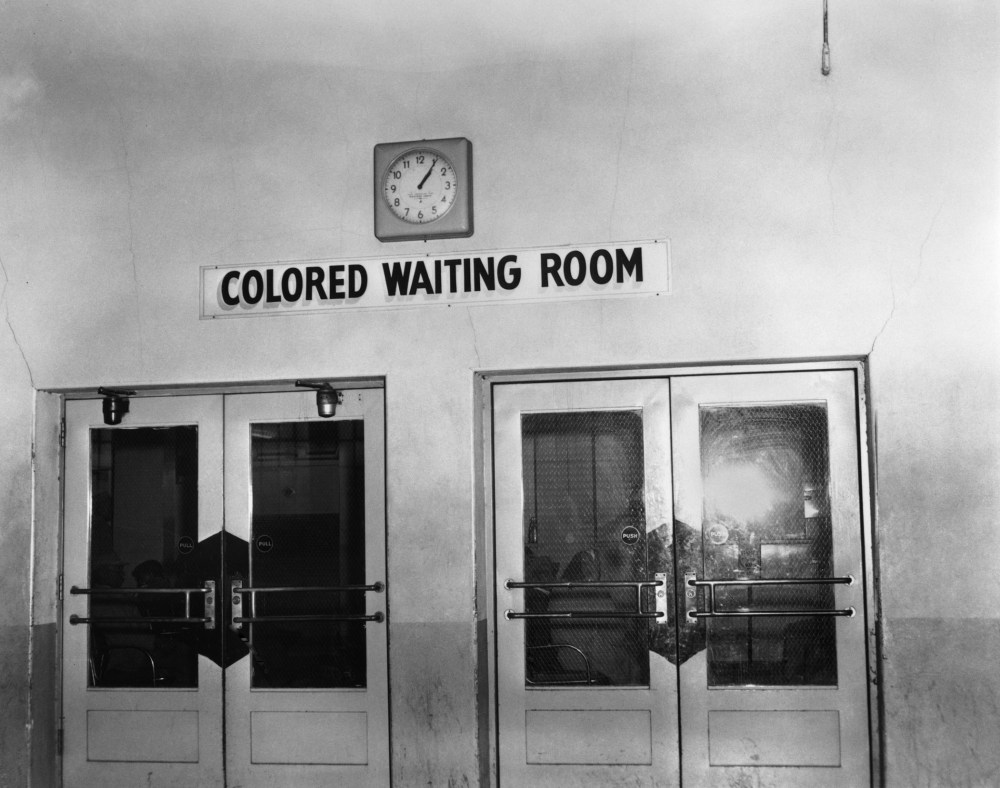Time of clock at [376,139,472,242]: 1:05
